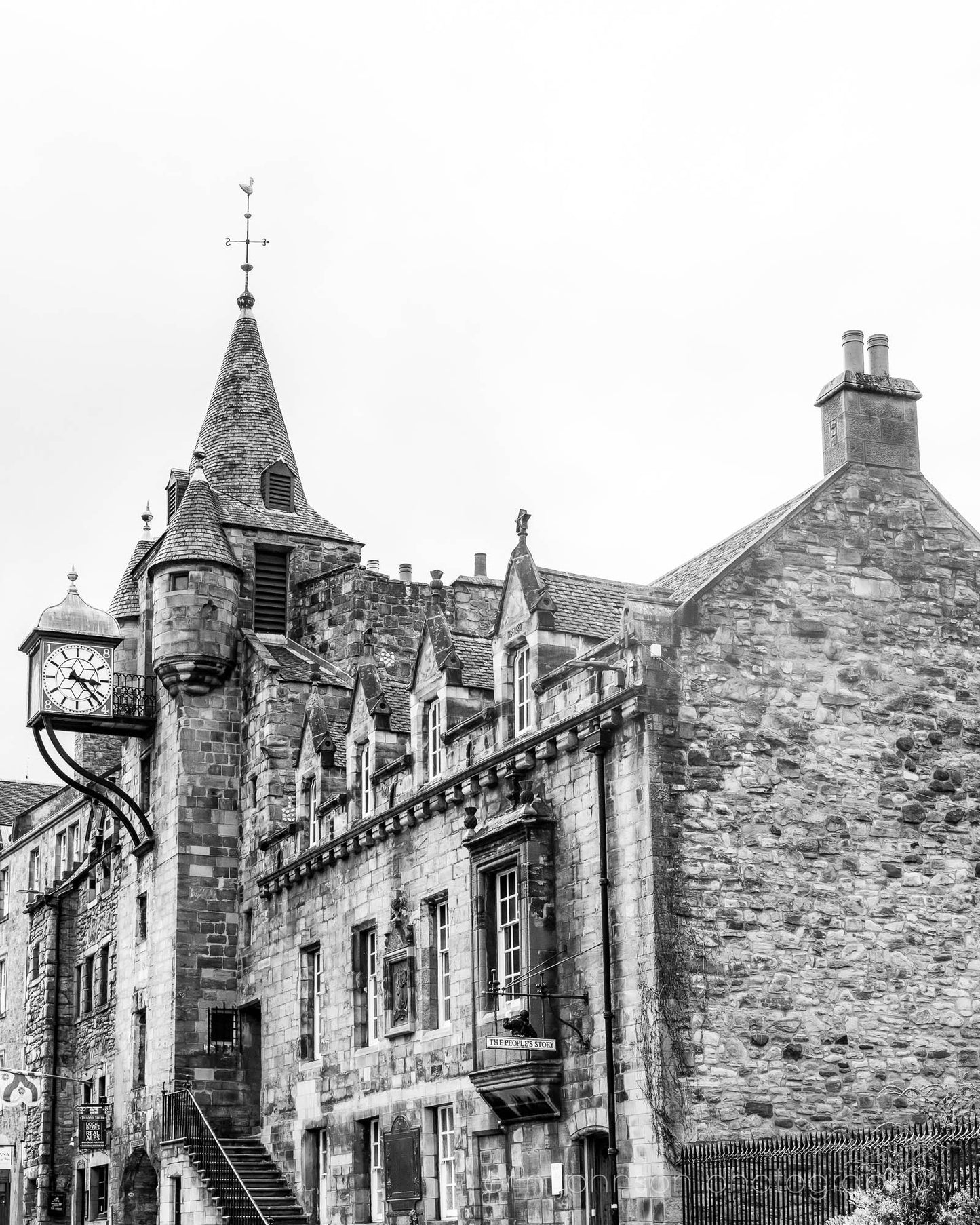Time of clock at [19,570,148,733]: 3:22
